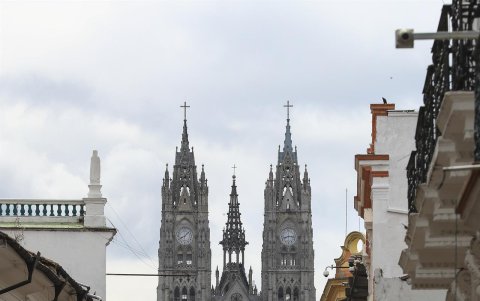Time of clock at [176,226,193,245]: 8:07
